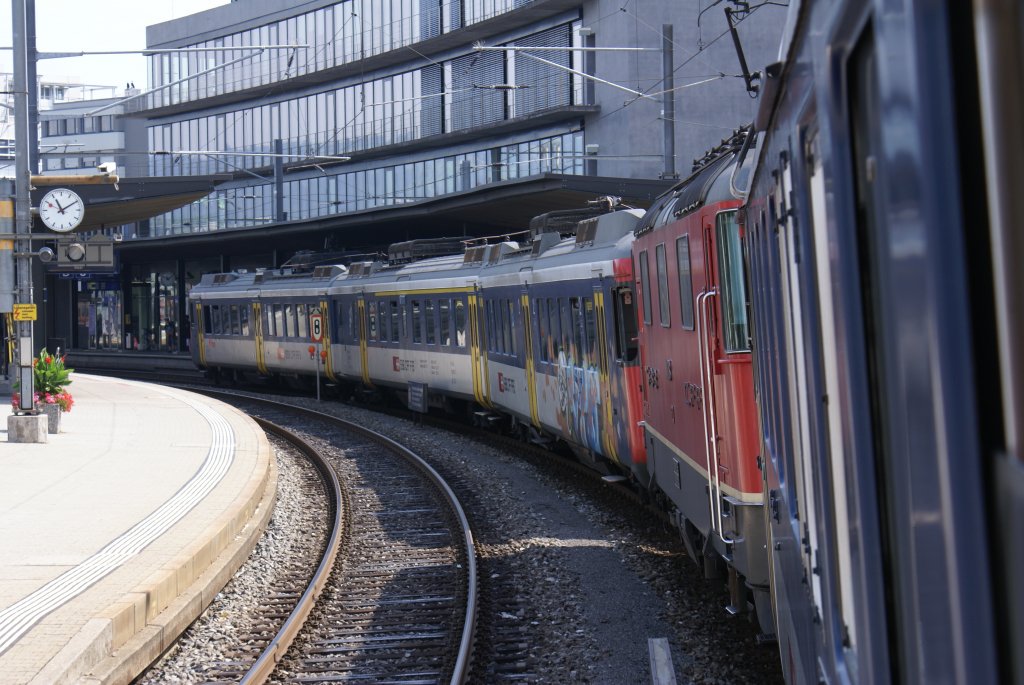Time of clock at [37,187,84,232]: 11:09
